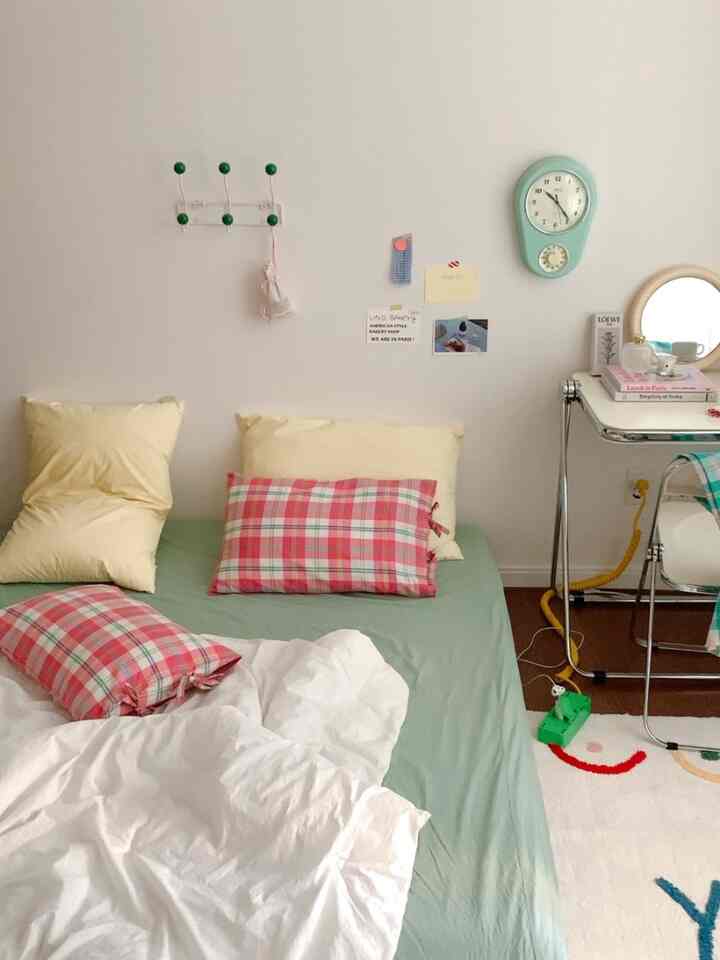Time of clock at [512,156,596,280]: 10:23
